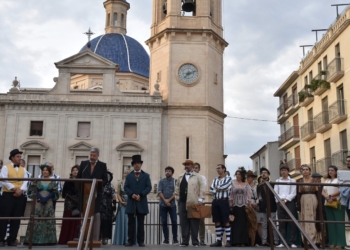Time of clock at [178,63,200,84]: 7:11
